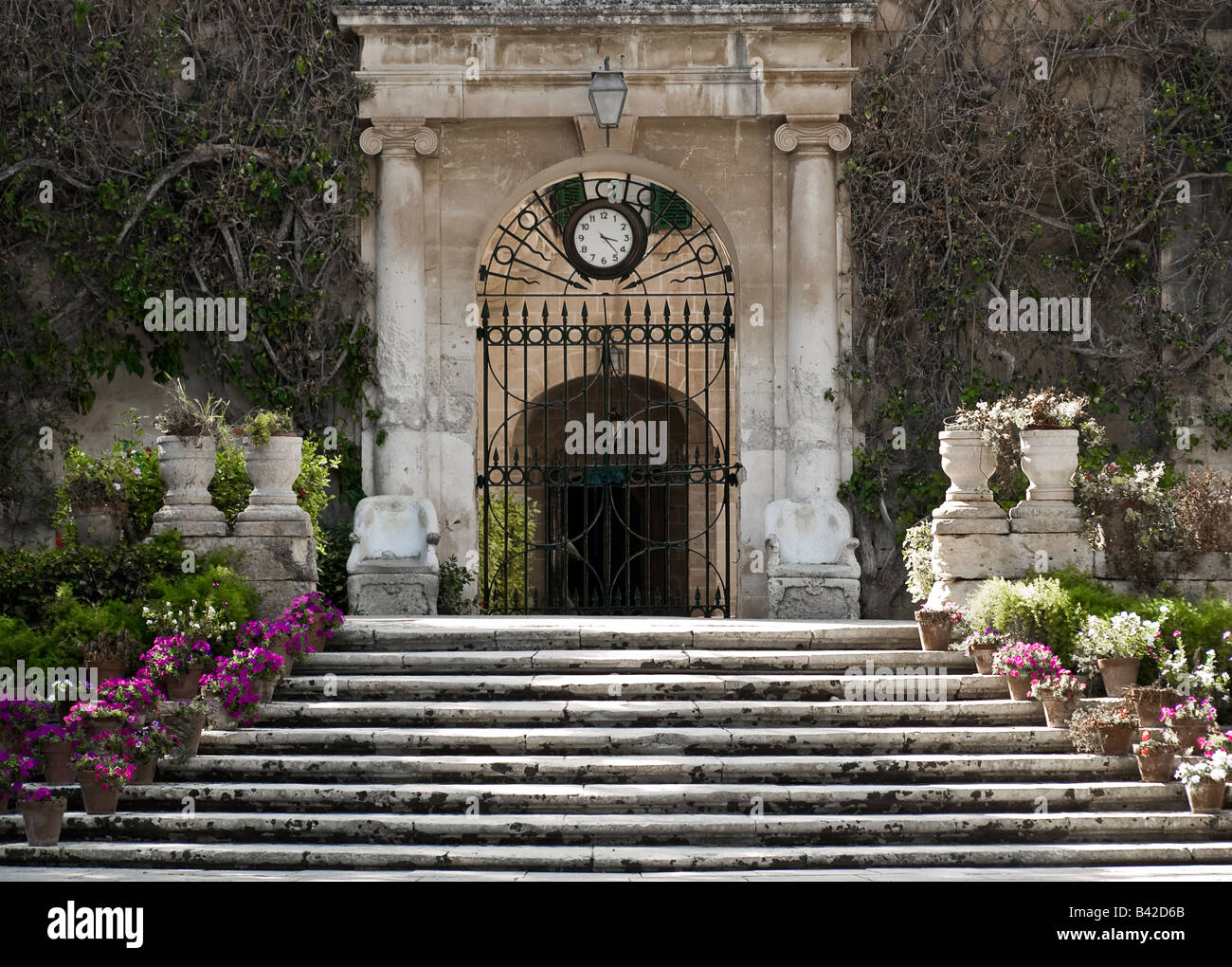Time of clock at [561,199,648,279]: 3:22
